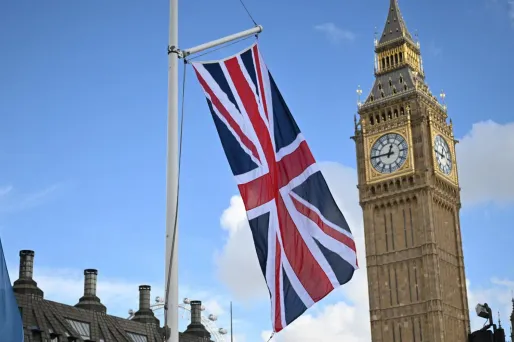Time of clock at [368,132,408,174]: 12:45
